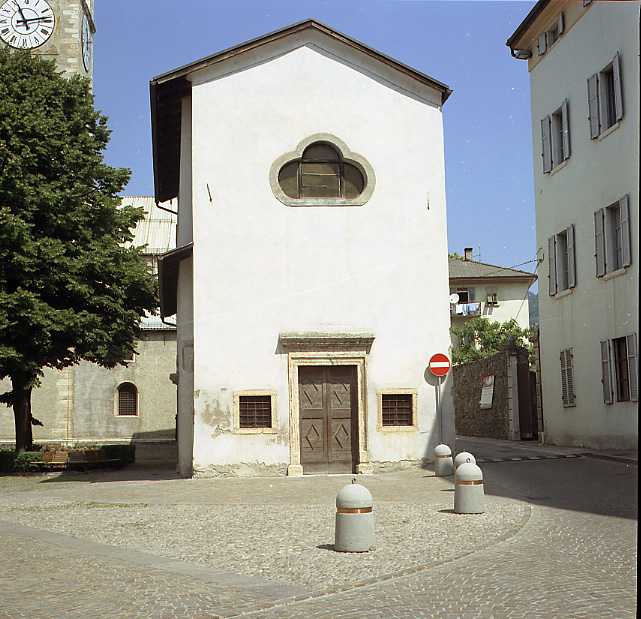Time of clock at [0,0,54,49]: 11:13
